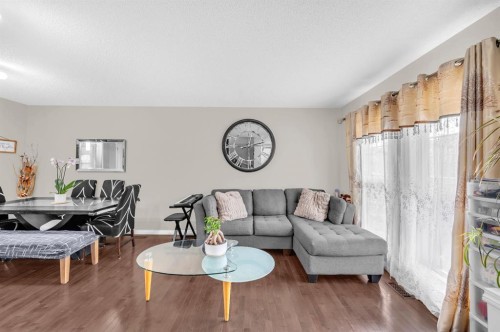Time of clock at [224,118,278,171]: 2:29
